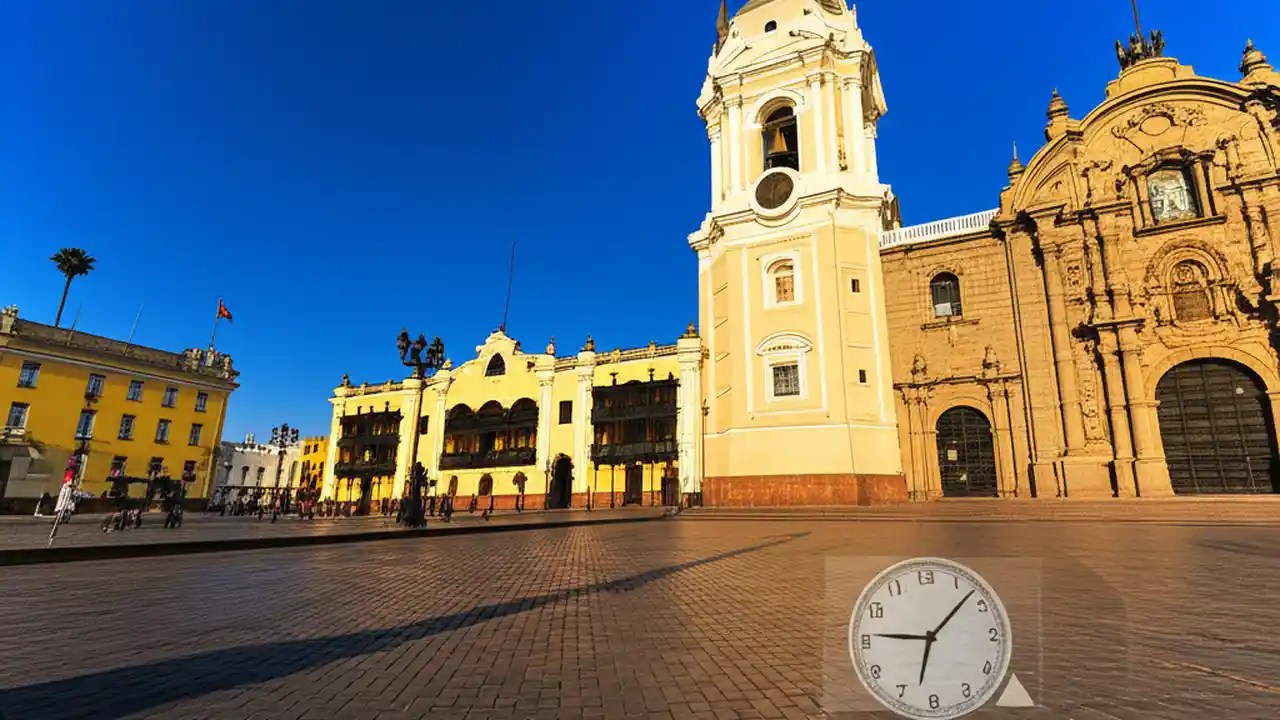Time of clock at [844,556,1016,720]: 9:07
